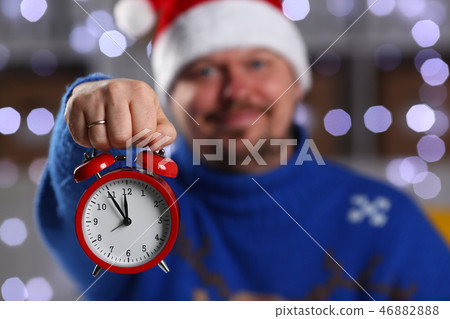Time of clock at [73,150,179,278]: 11:54
